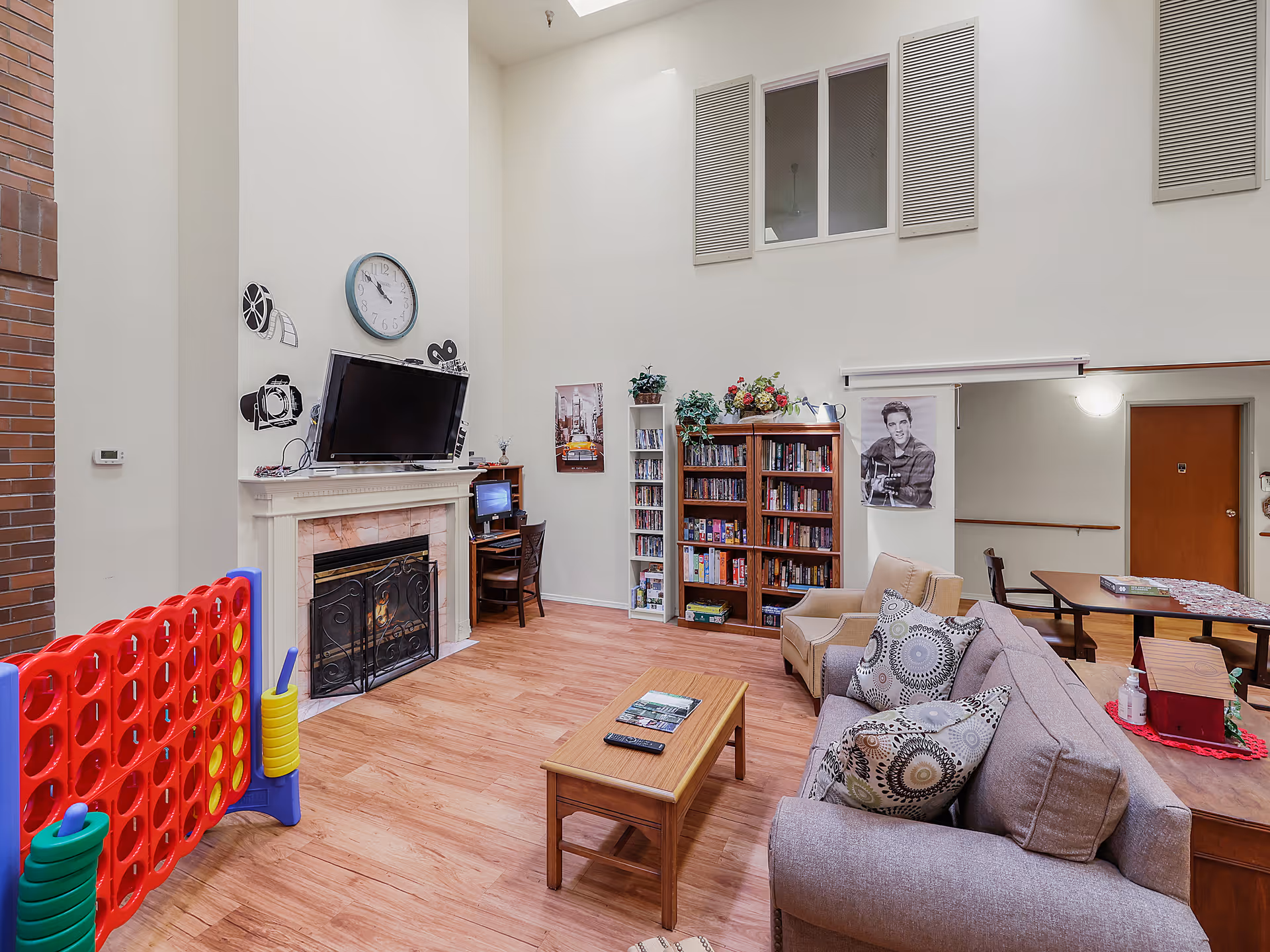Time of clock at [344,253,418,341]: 9:50
